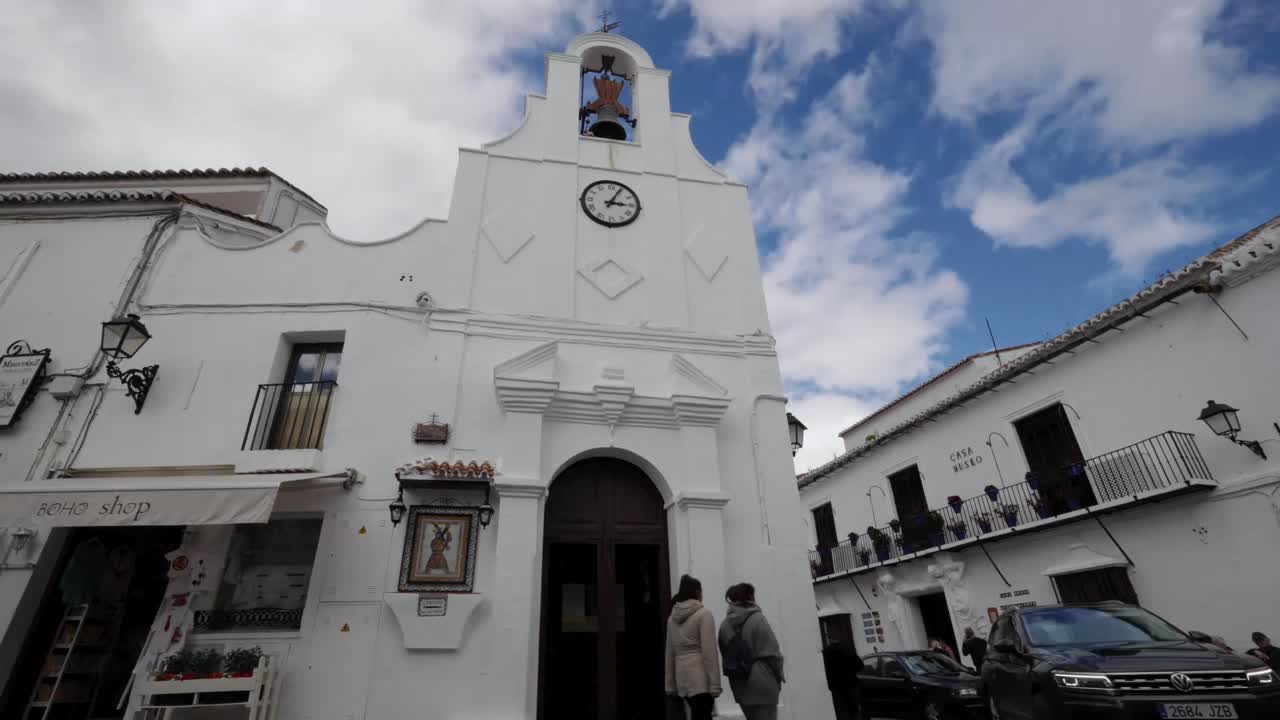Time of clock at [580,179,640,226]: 3:04
